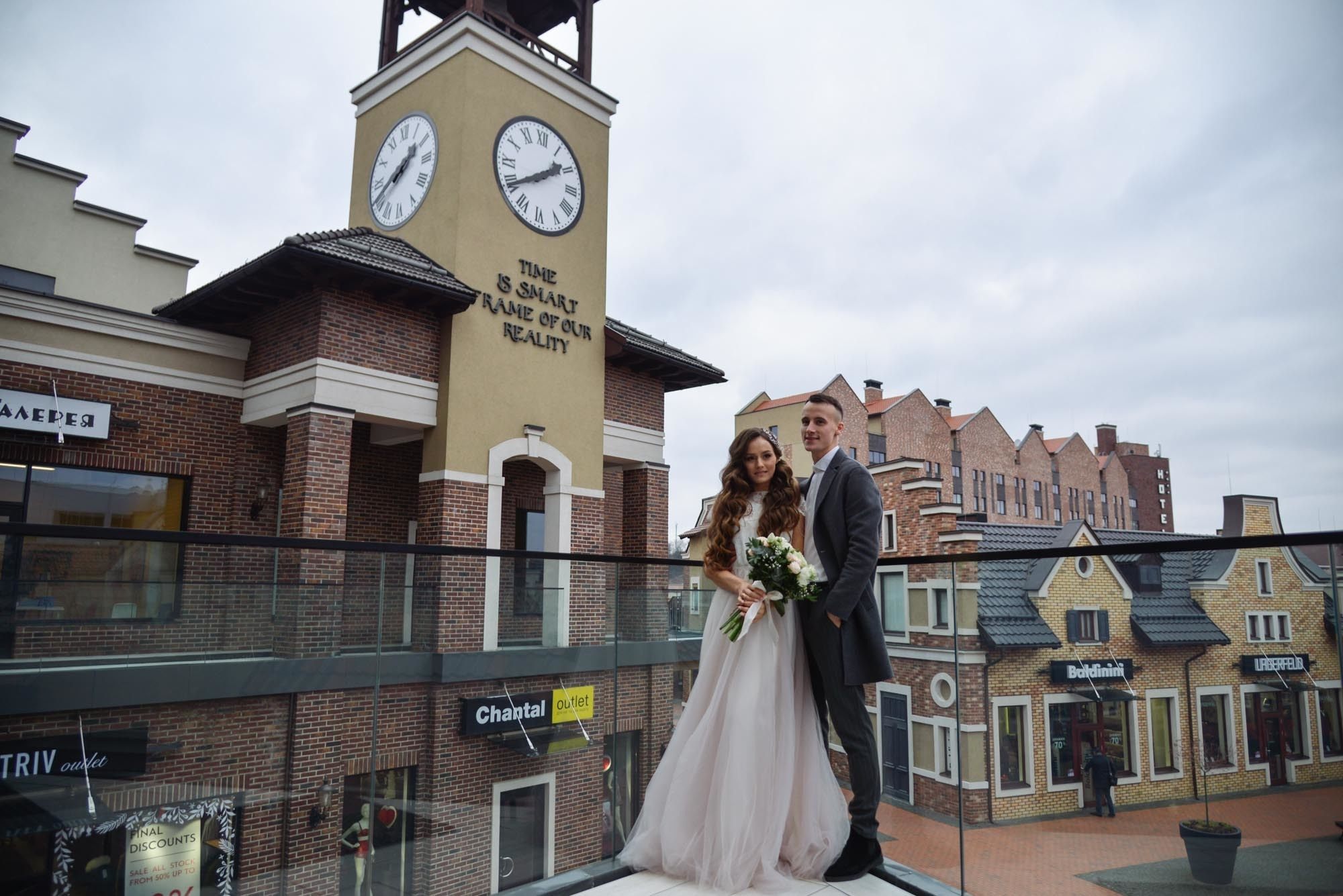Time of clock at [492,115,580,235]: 1:39
